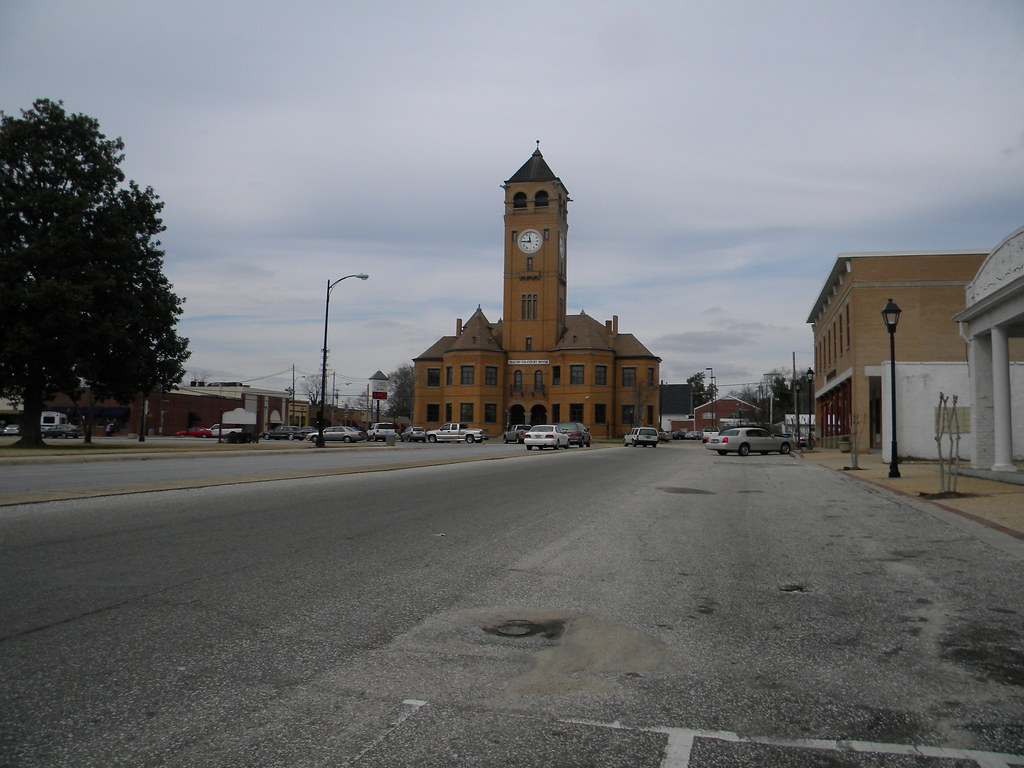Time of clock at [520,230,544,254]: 11:45
